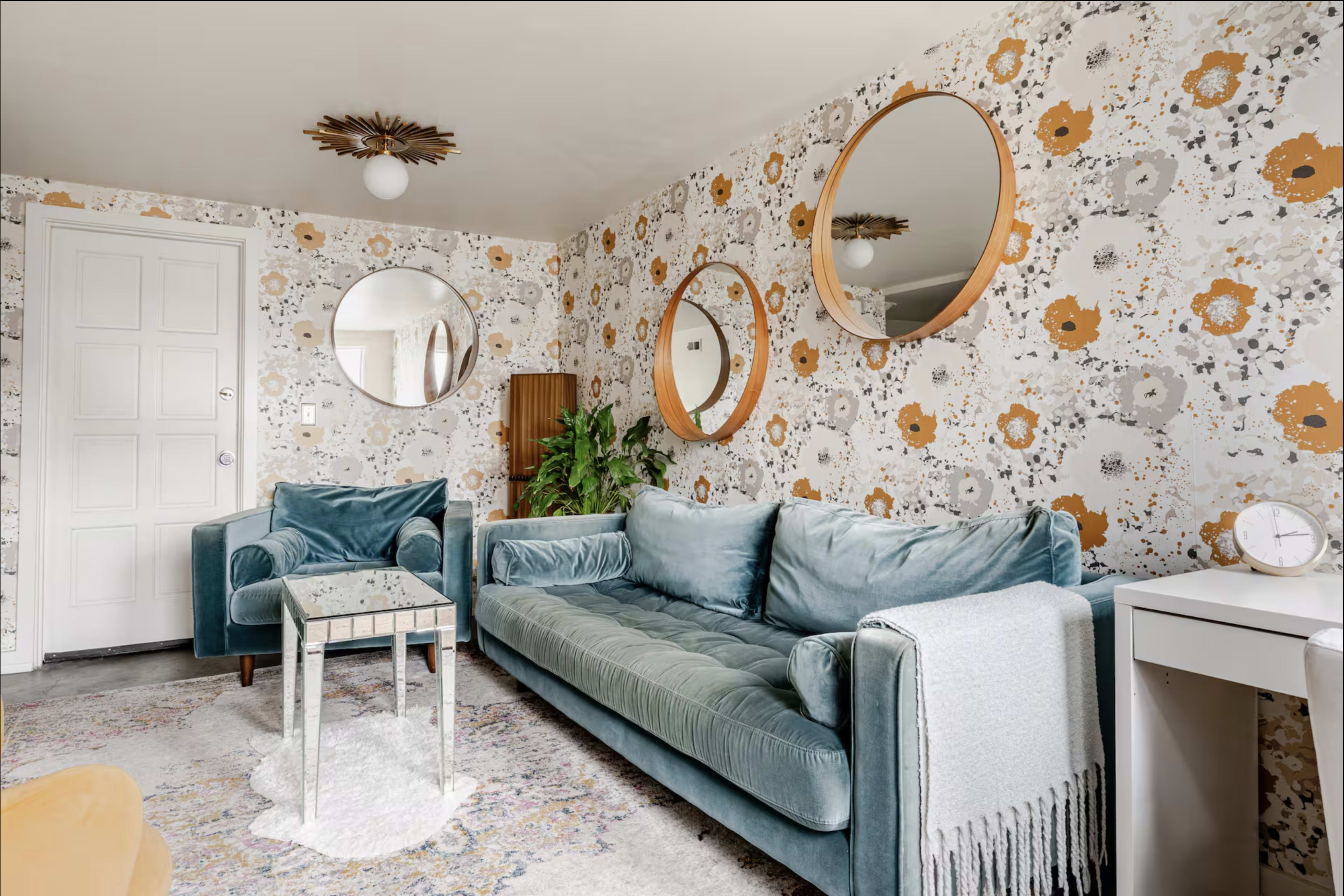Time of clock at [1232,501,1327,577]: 2:13
